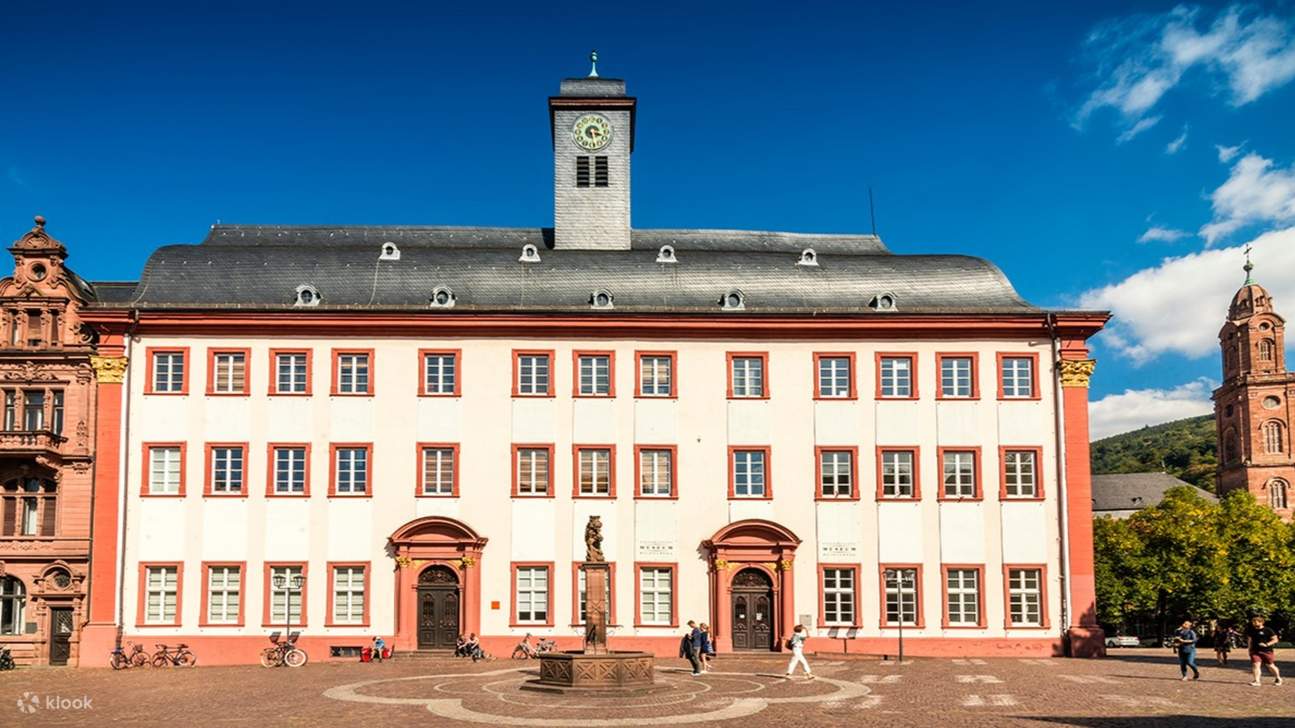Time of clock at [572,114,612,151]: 3:28
